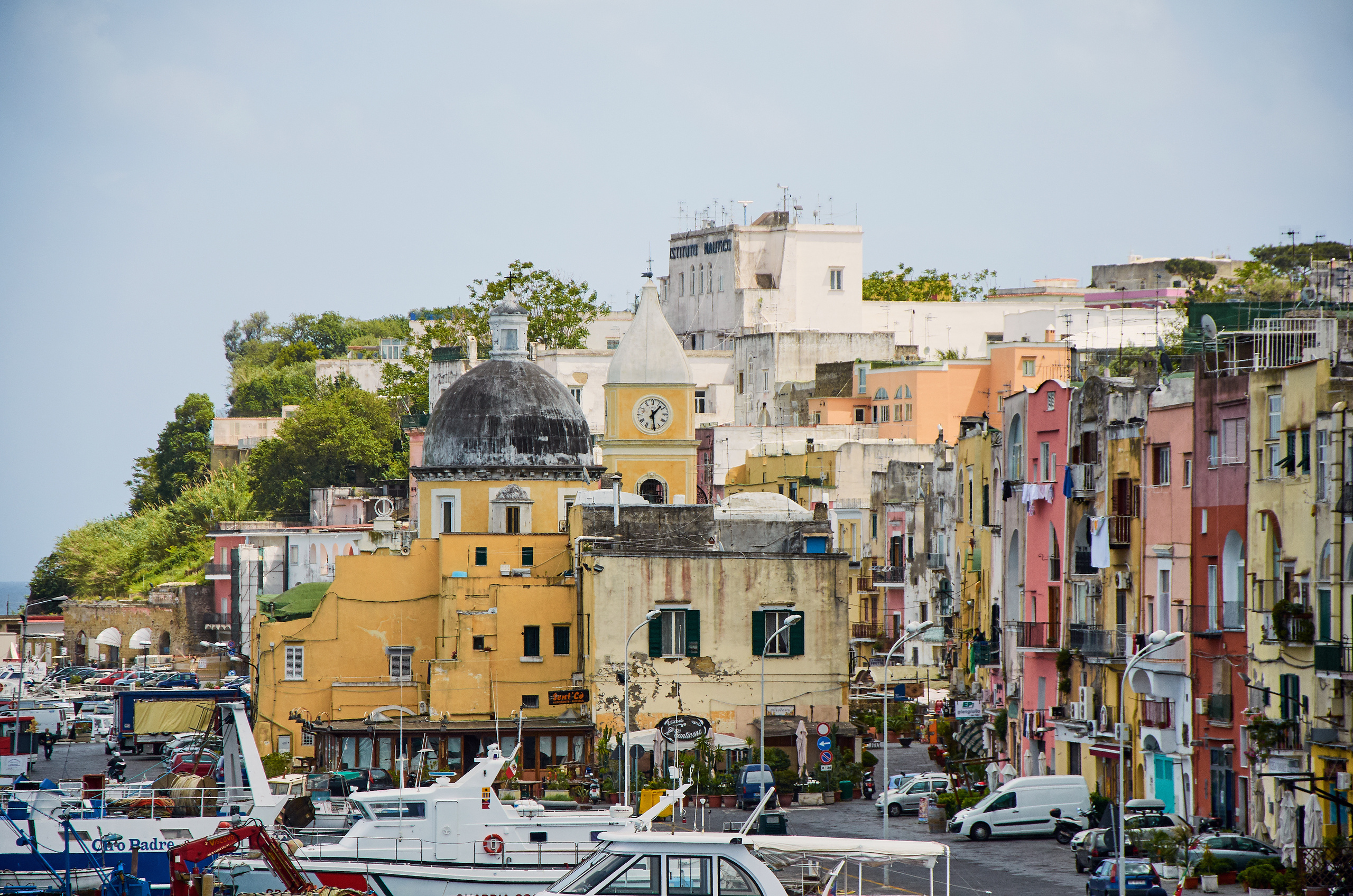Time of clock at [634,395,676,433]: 1:29
